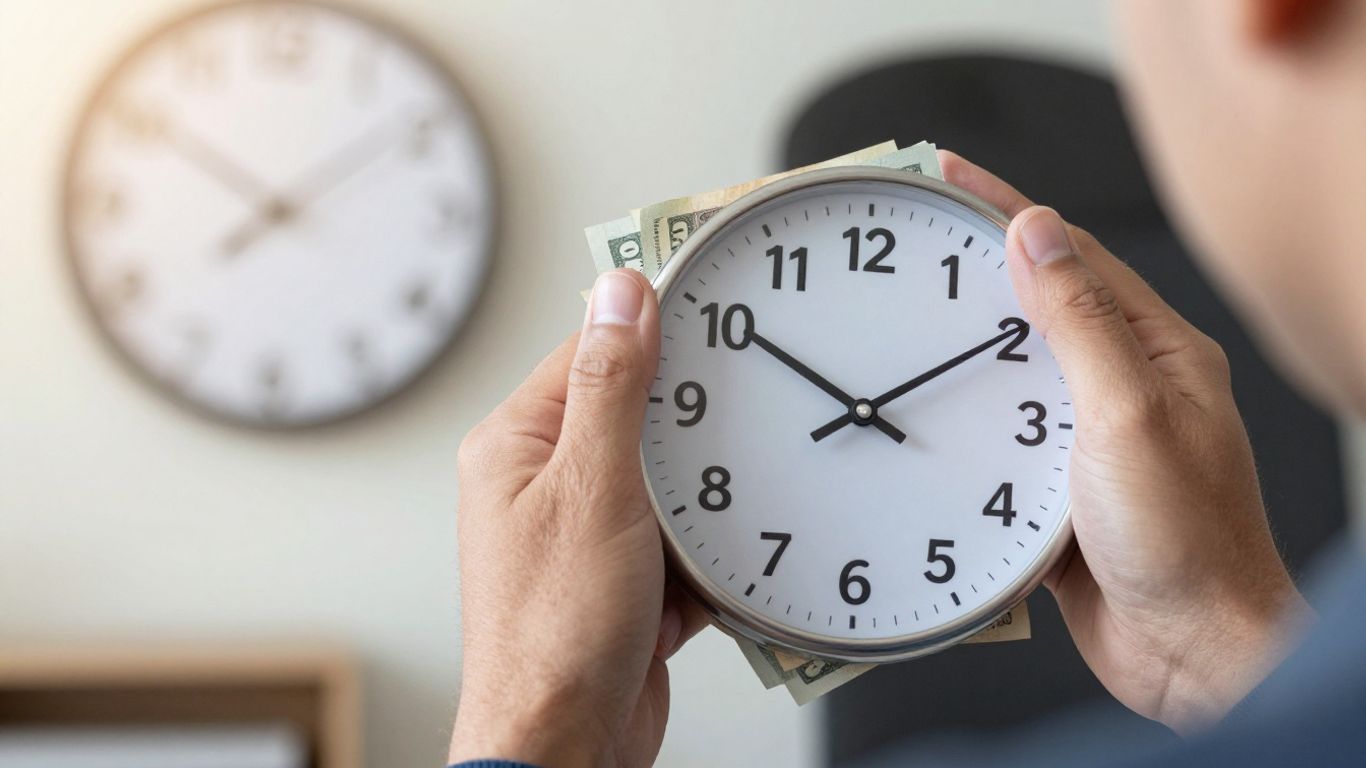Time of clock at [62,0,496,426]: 7:50
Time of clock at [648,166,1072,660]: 10:09
